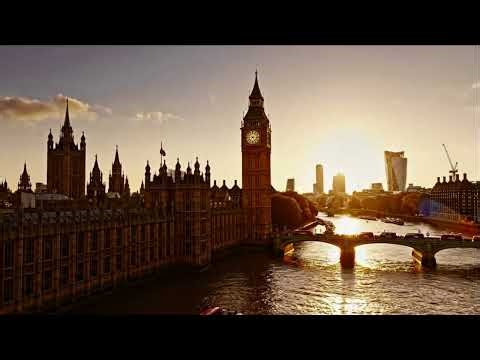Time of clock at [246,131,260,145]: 7:15
